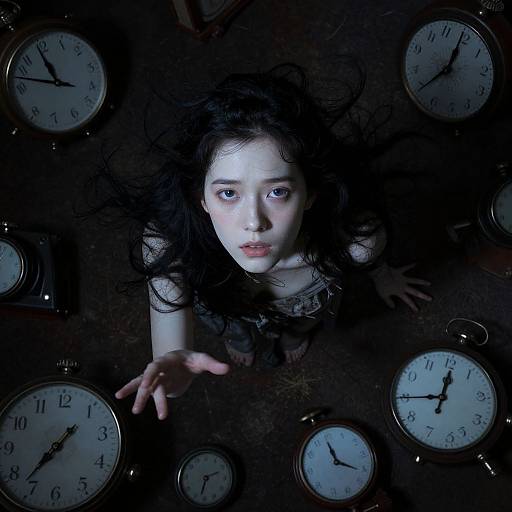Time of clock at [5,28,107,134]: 11:48
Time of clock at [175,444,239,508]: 2:32
